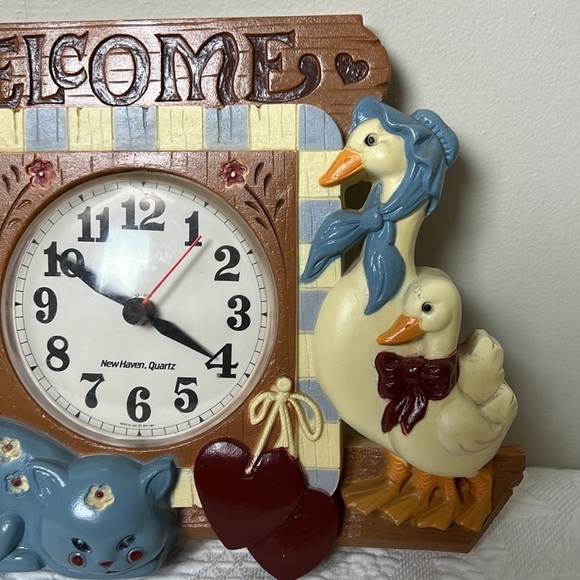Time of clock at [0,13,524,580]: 3:50
